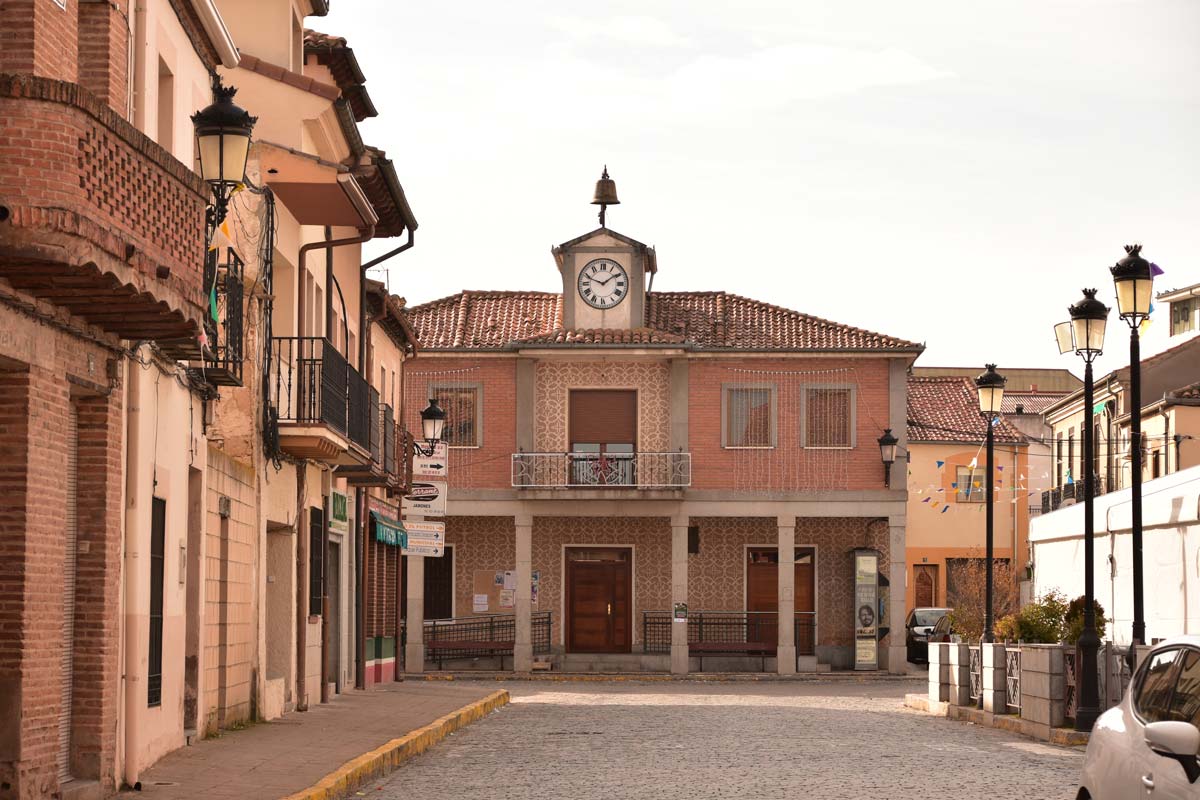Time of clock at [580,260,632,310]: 1:48
